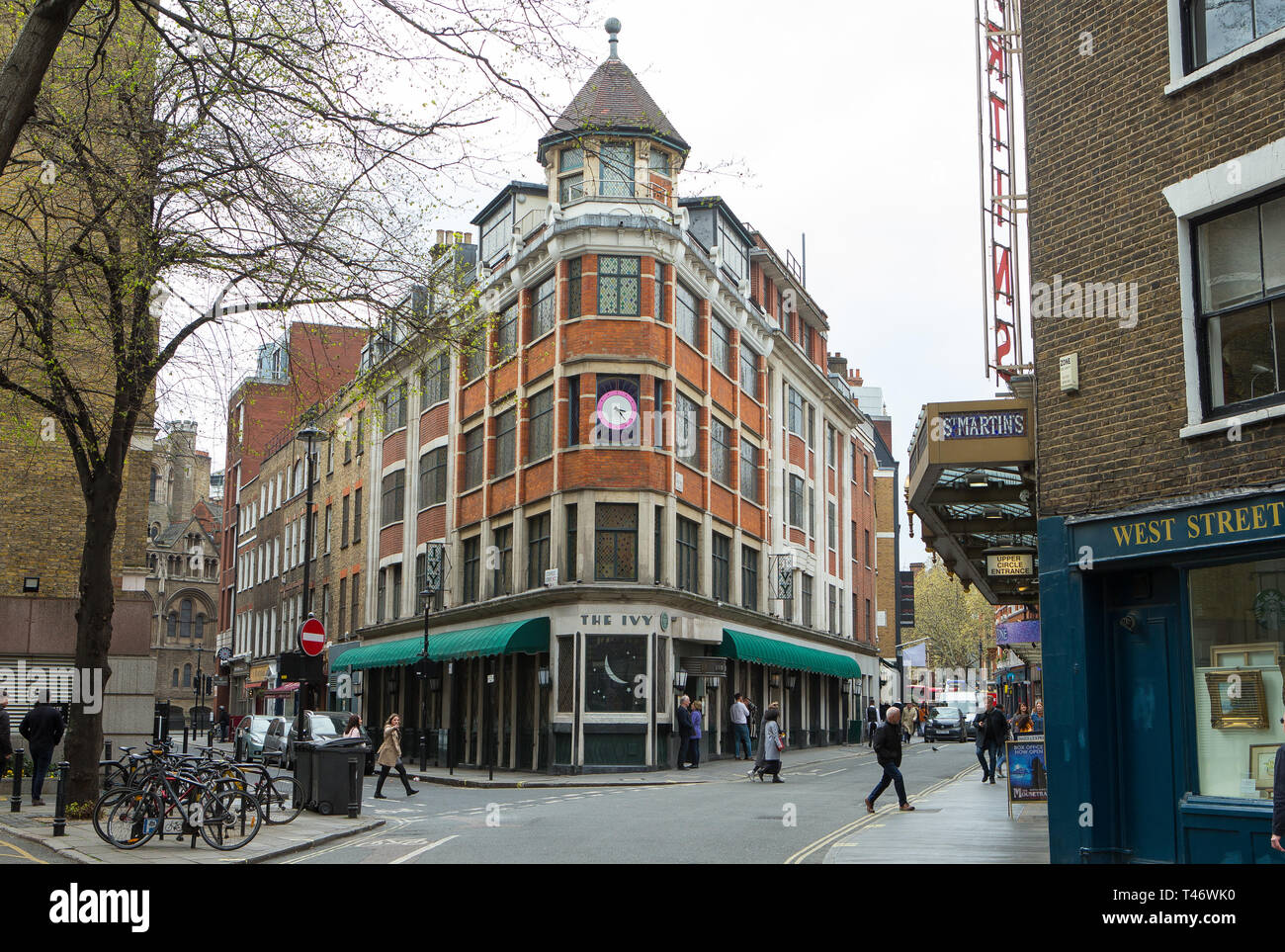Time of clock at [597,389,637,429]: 3:23
